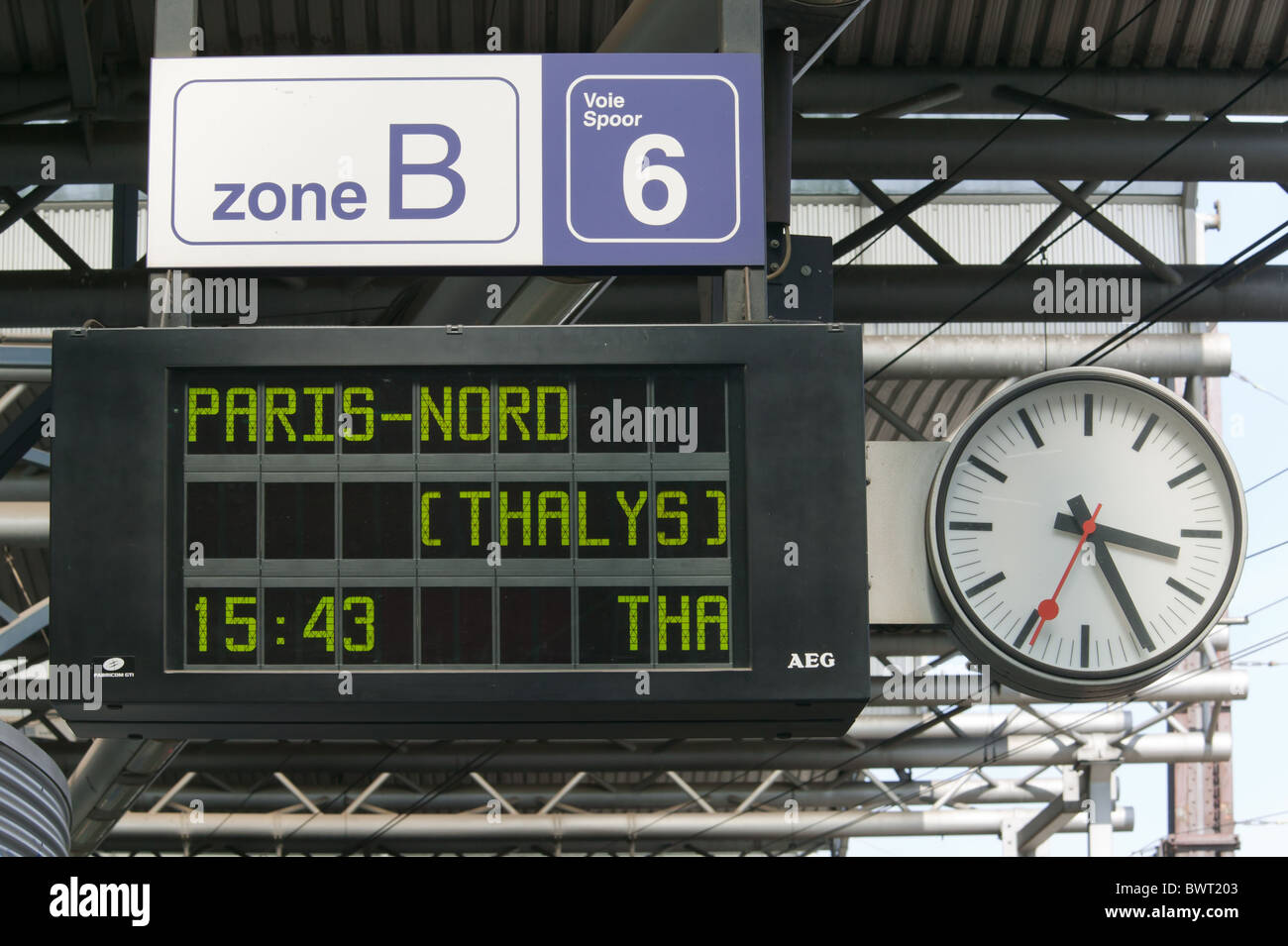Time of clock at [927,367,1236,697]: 3:25
